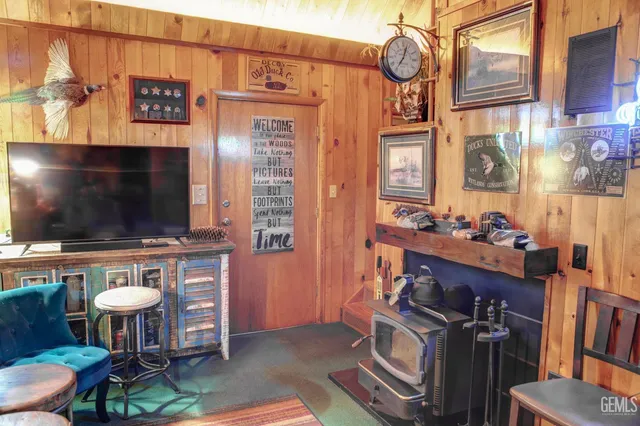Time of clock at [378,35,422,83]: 7:03
